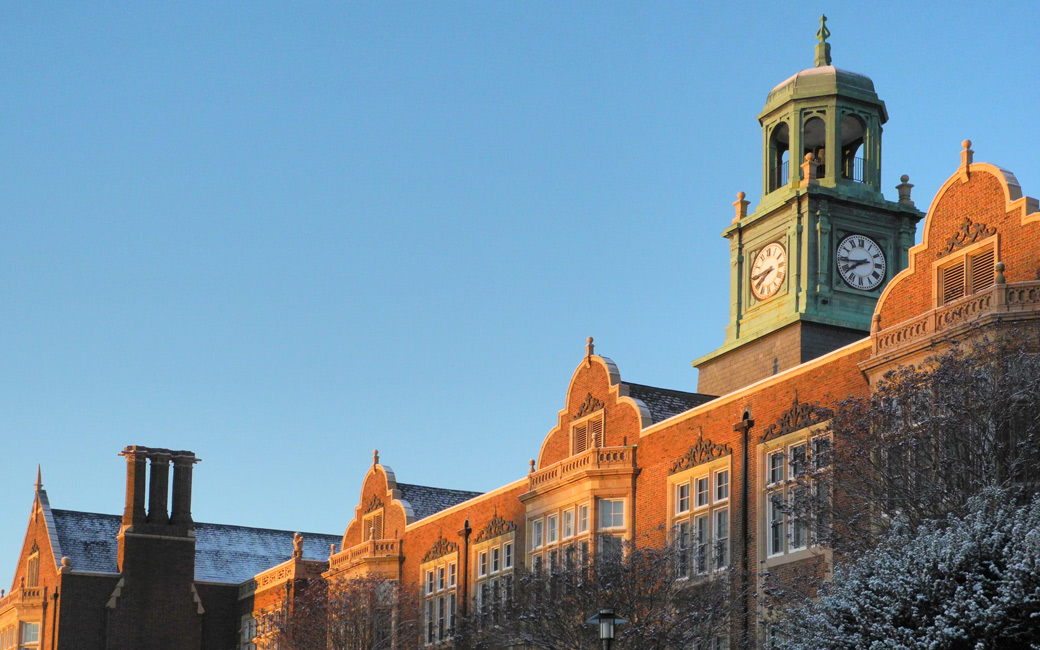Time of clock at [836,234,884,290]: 7:43
